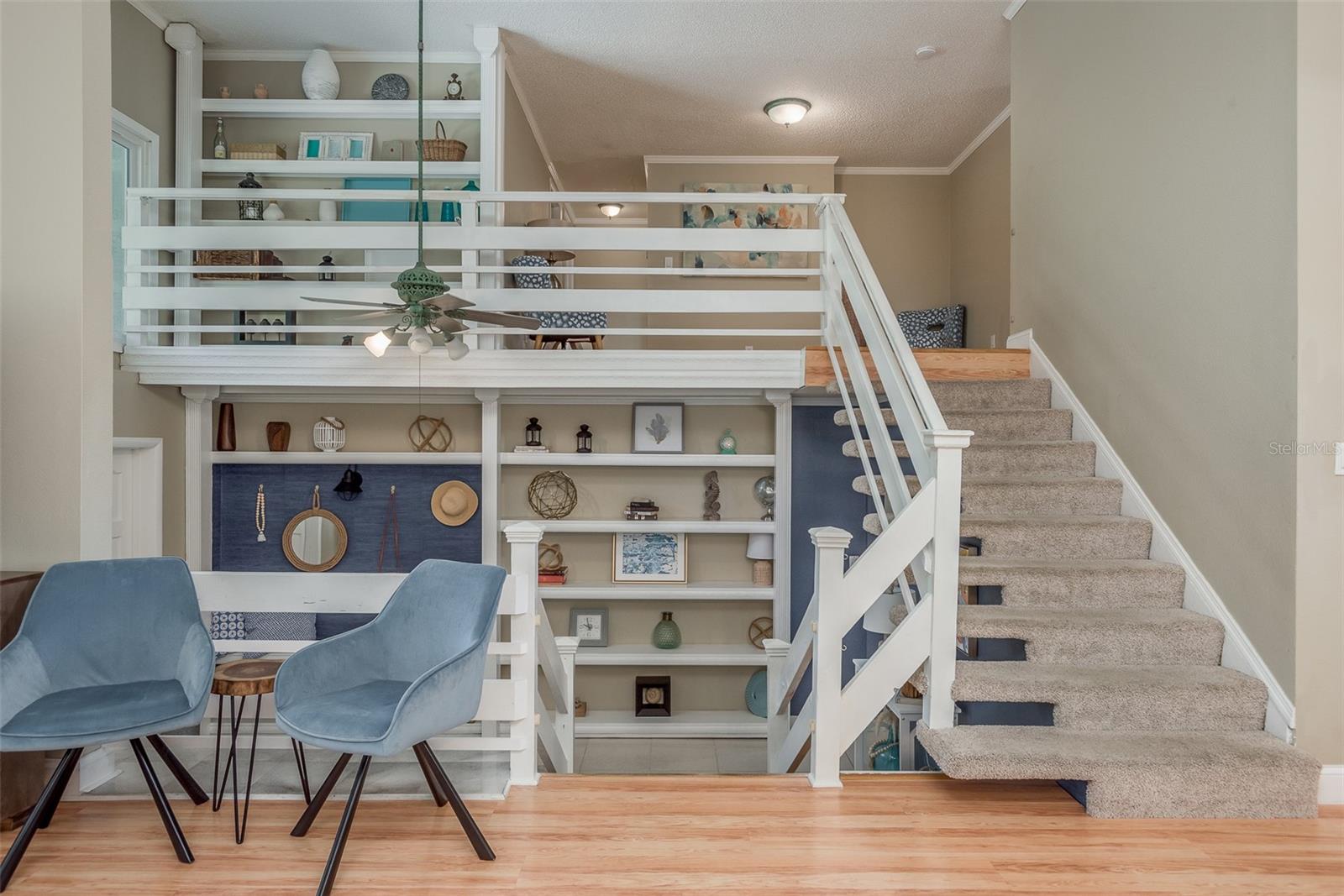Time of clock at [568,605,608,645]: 9:57
